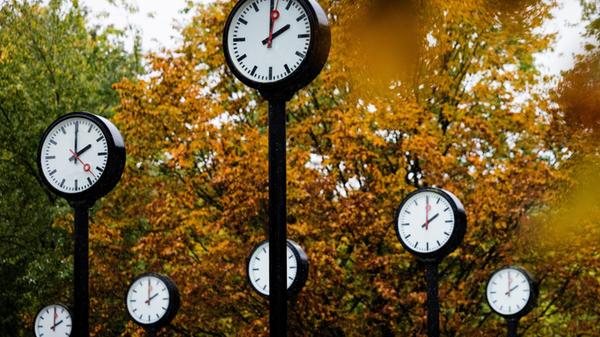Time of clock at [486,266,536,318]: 2:00
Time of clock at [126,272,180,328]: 2:00
